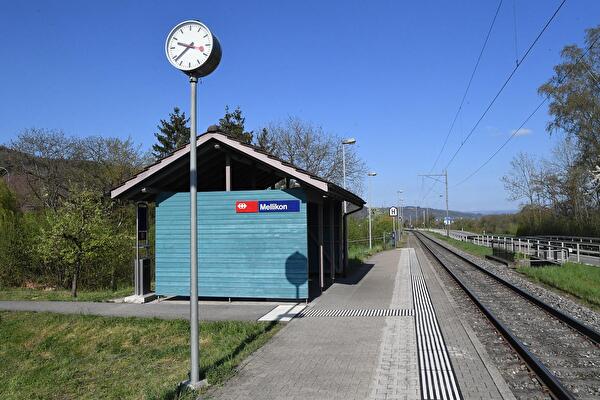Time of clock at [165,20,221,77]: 9:38
